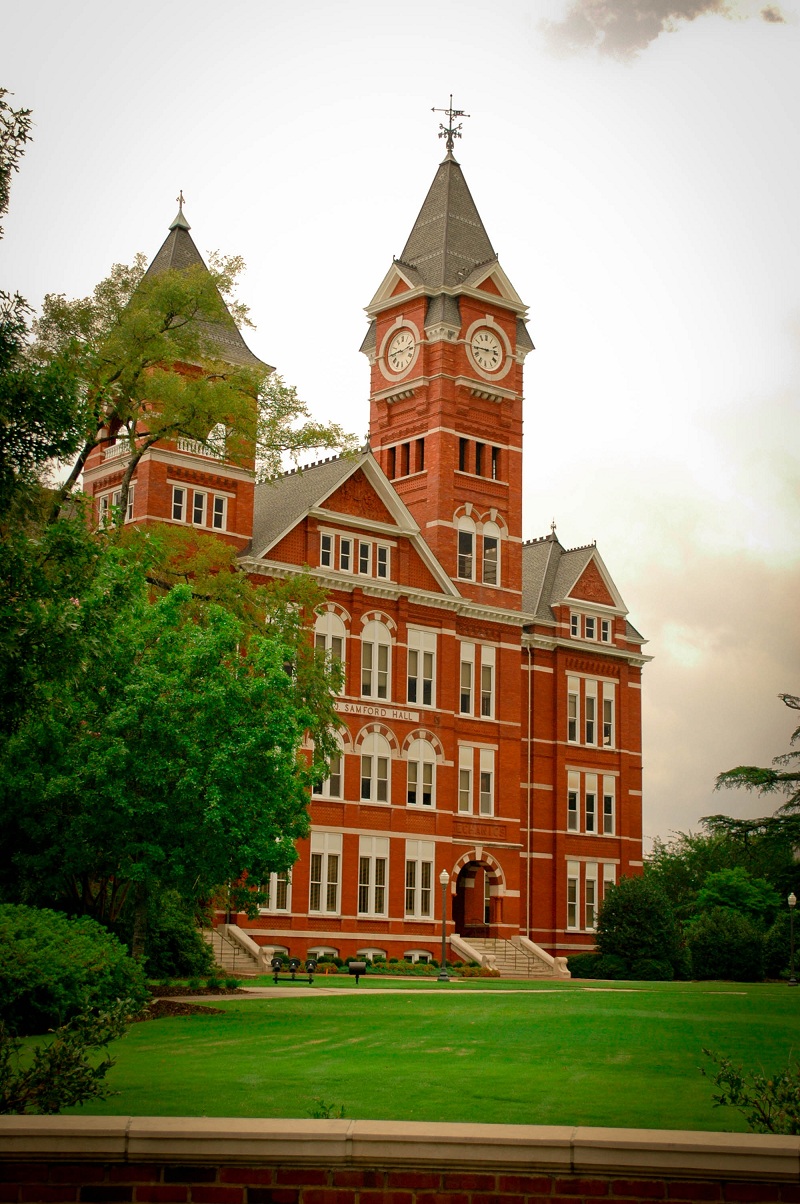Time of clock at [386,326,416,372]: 2:44
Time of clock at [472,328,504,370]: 2:44
